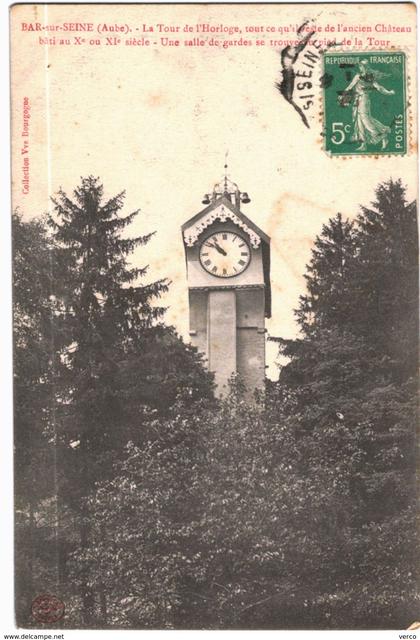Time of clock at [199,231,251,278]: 10:51
